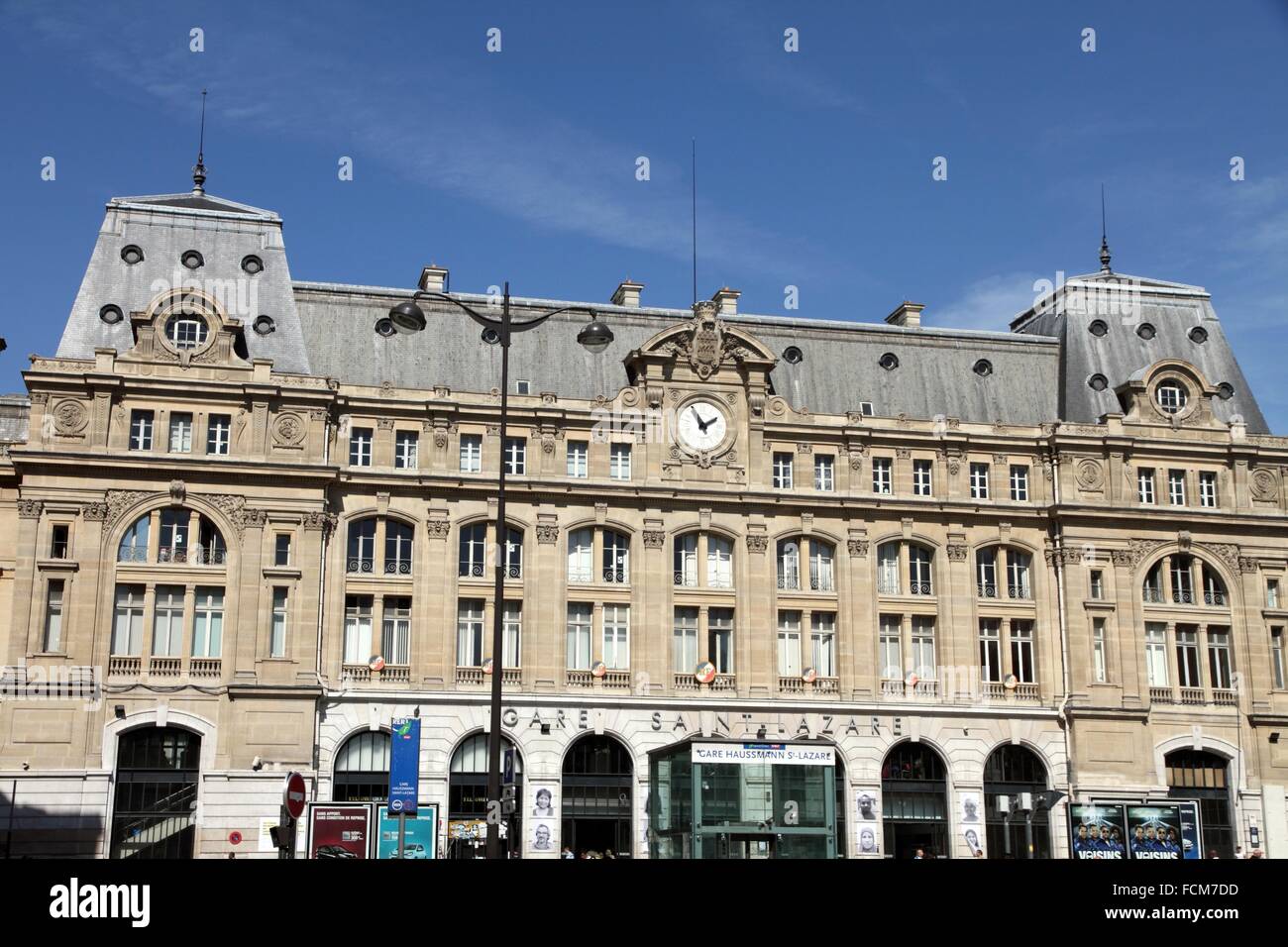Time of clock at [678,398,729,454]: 1:56
